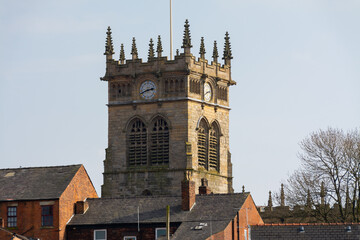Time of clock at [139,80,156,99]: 2:41
